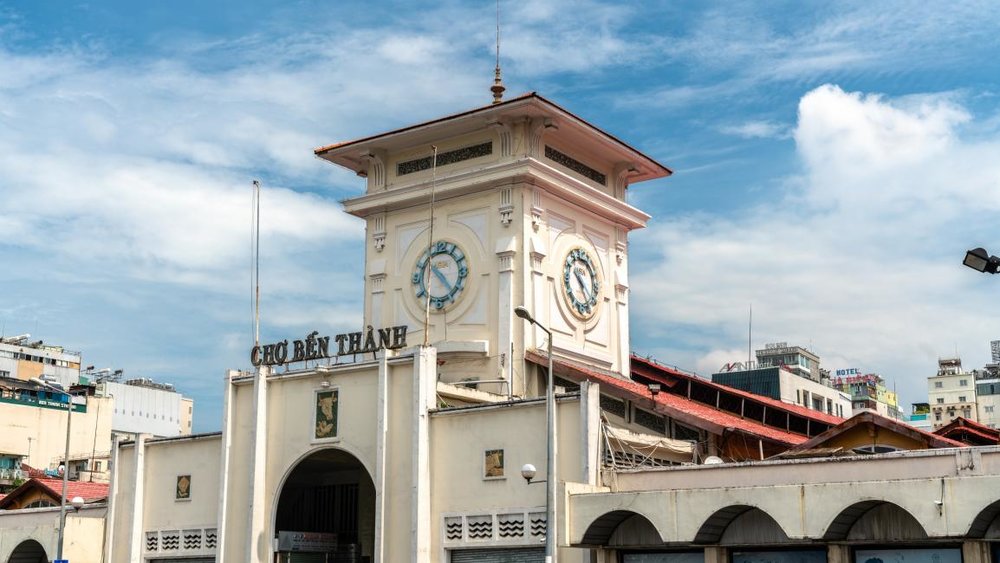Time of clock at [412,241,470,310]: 10:22
